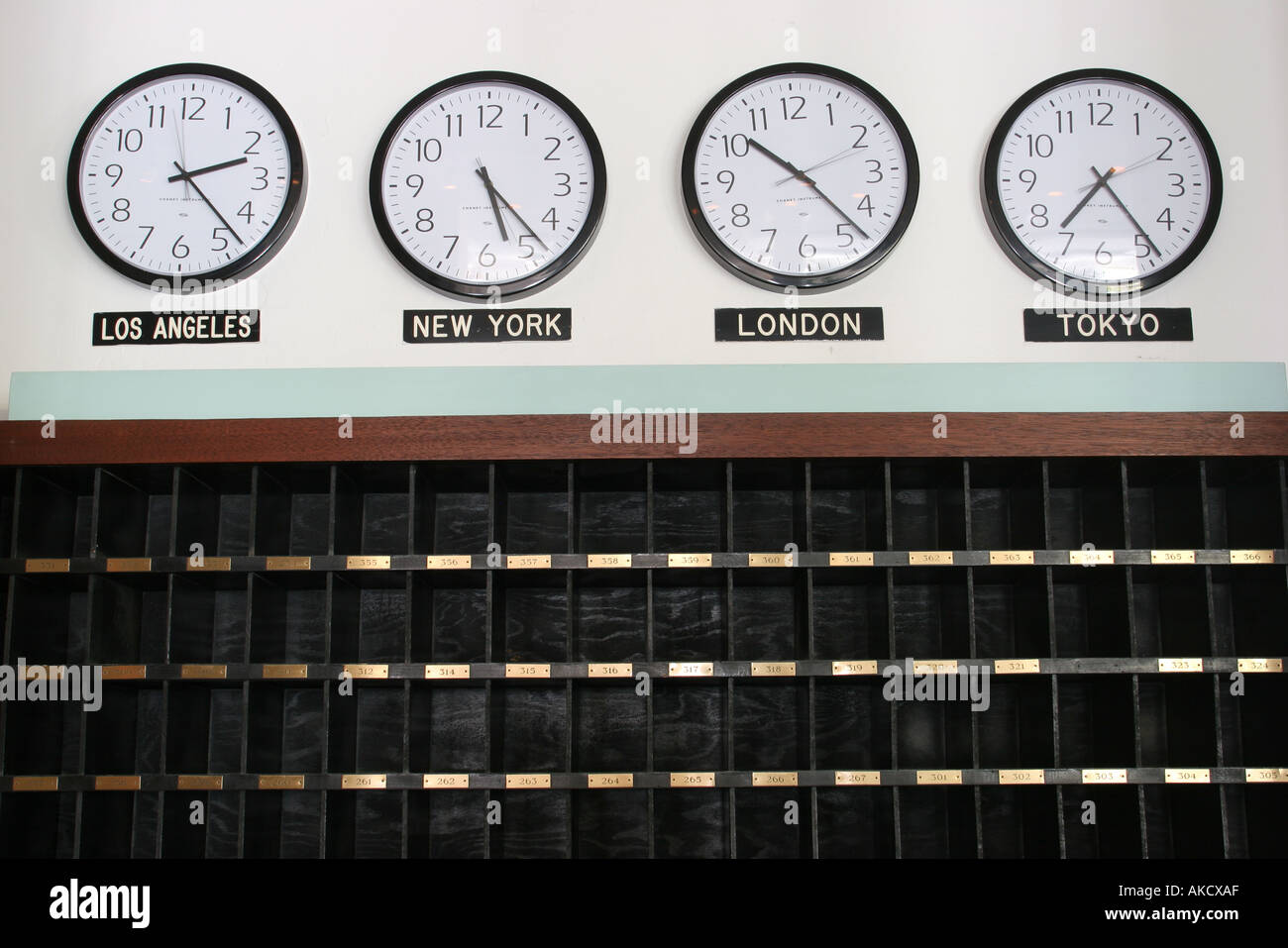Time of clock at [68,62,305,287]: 2:22
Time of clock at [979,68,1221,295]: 7:23
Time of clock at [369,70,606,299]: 5:23
